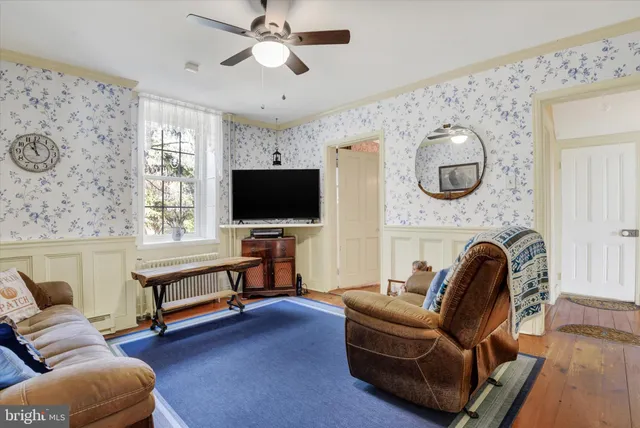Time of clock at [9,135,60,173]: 10:58
